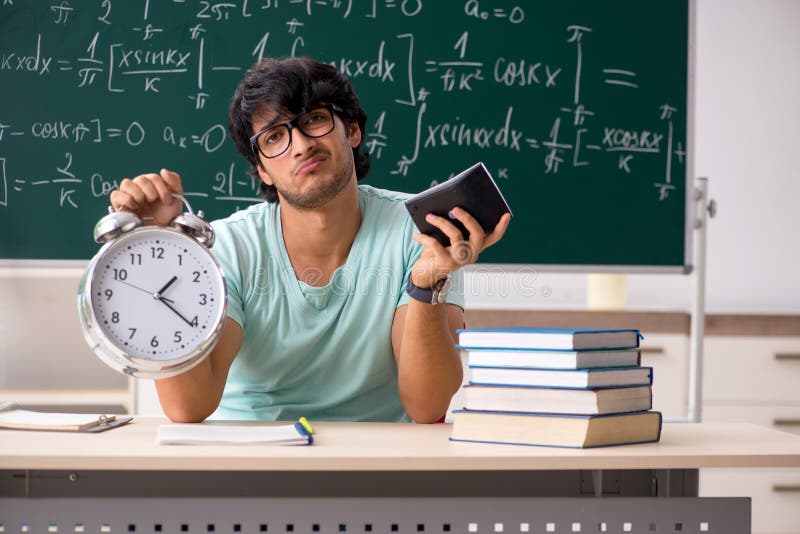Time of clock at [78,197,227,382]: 1:21
